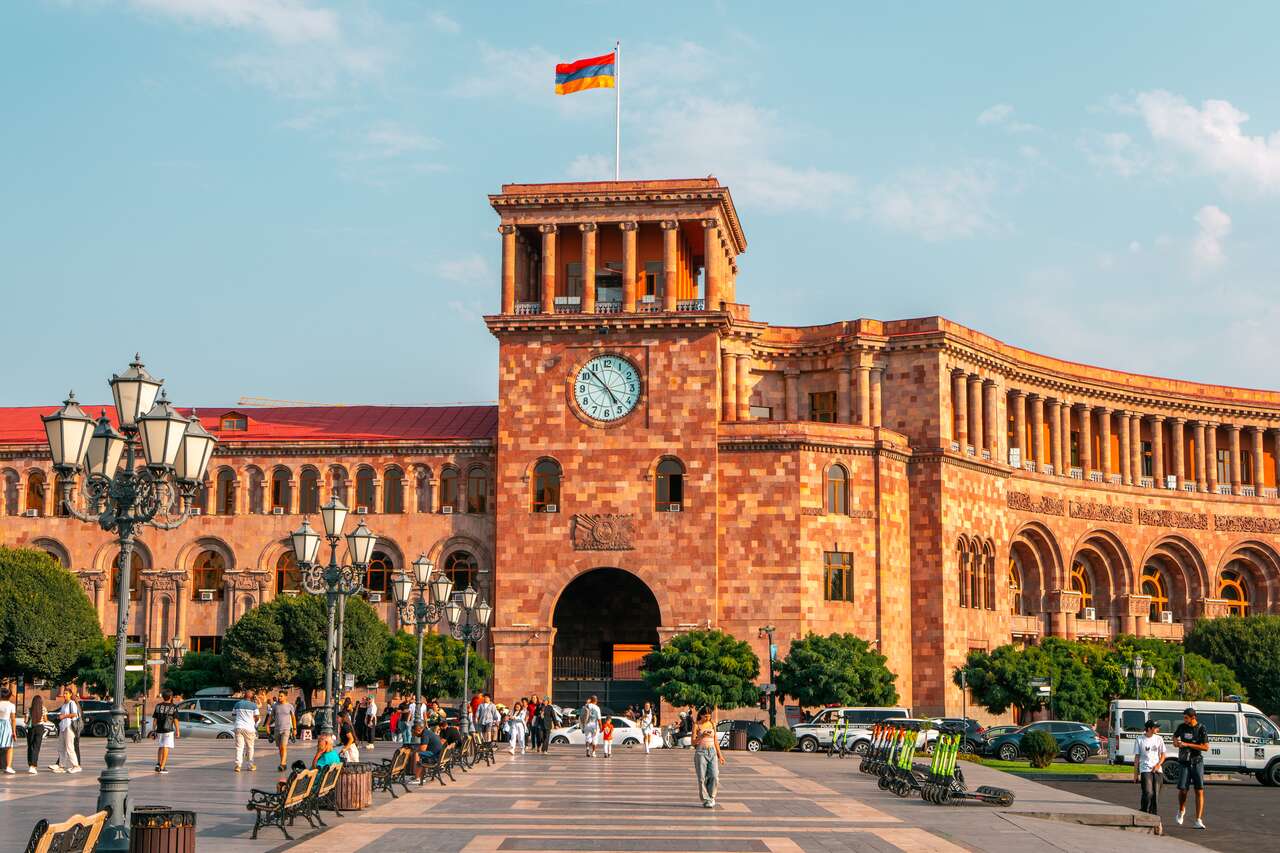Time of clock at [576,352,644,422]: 4:52
